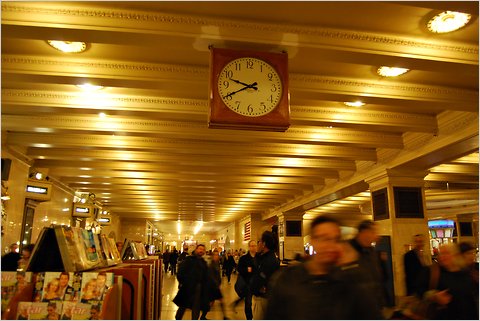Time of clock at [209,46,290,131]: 9:40
